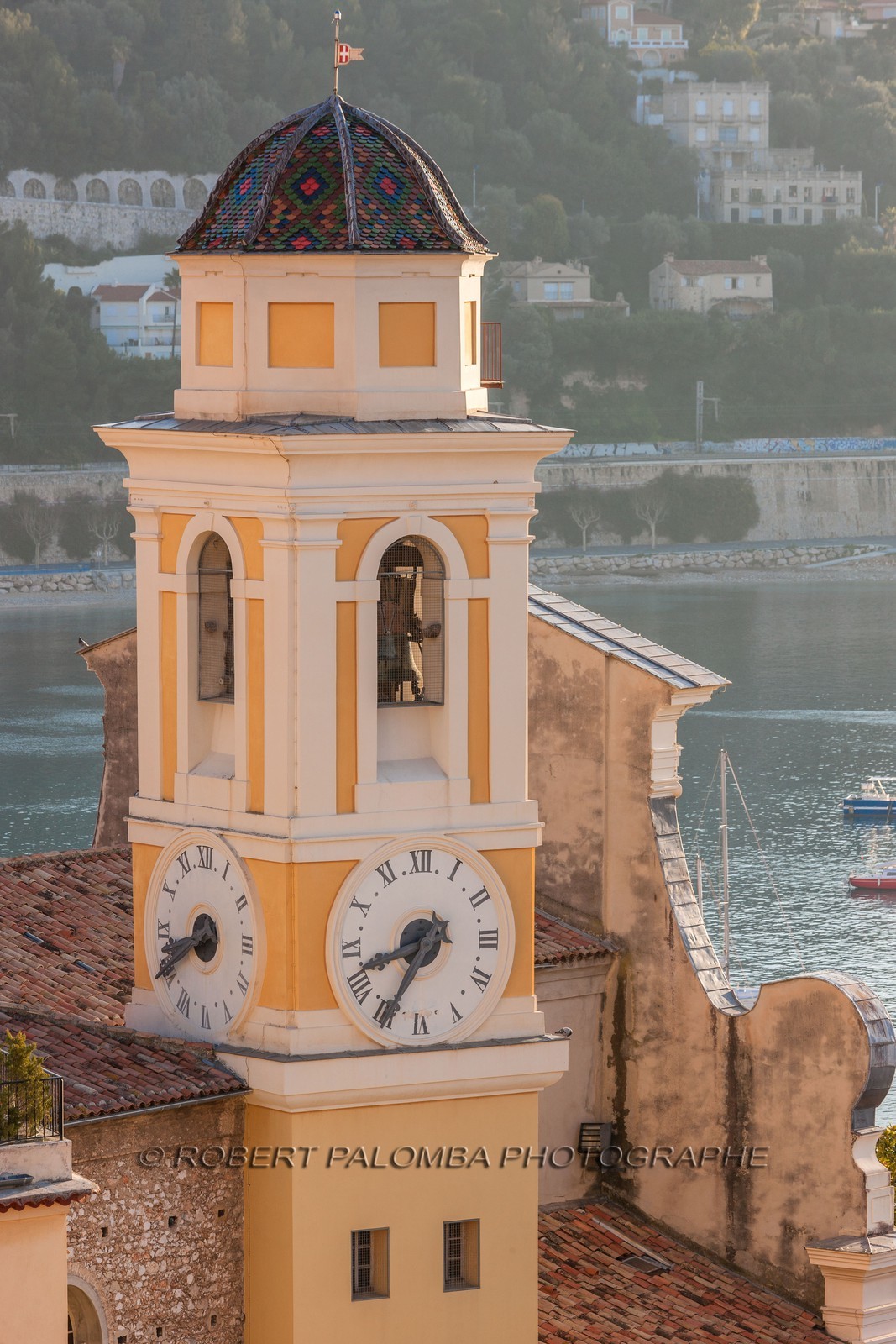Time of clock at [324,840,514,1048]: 8:35
